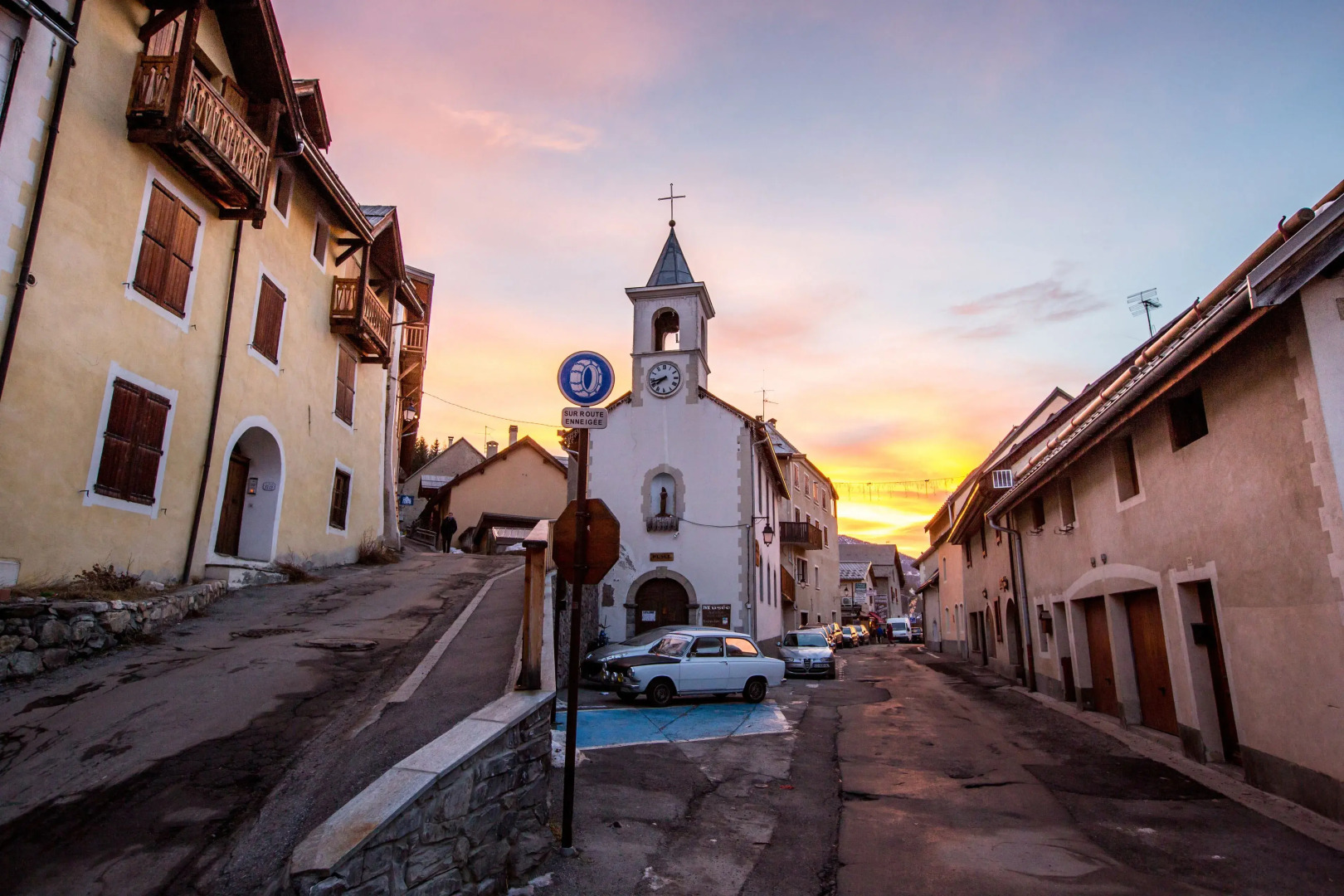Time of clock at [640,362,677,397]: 7:42
